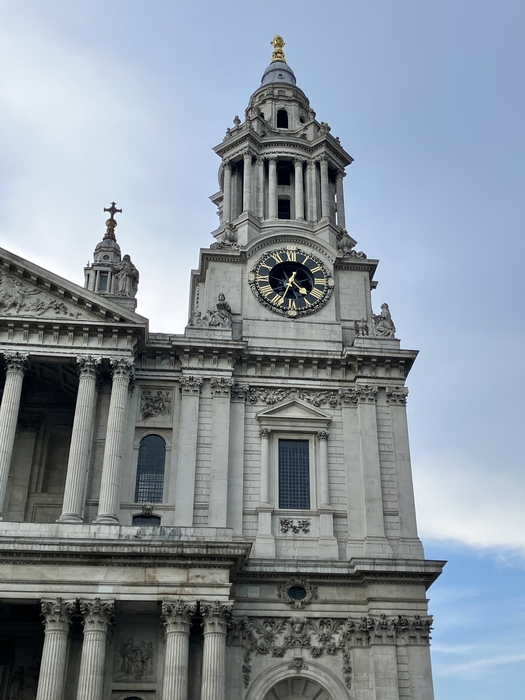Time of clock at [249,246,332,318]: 4:33
